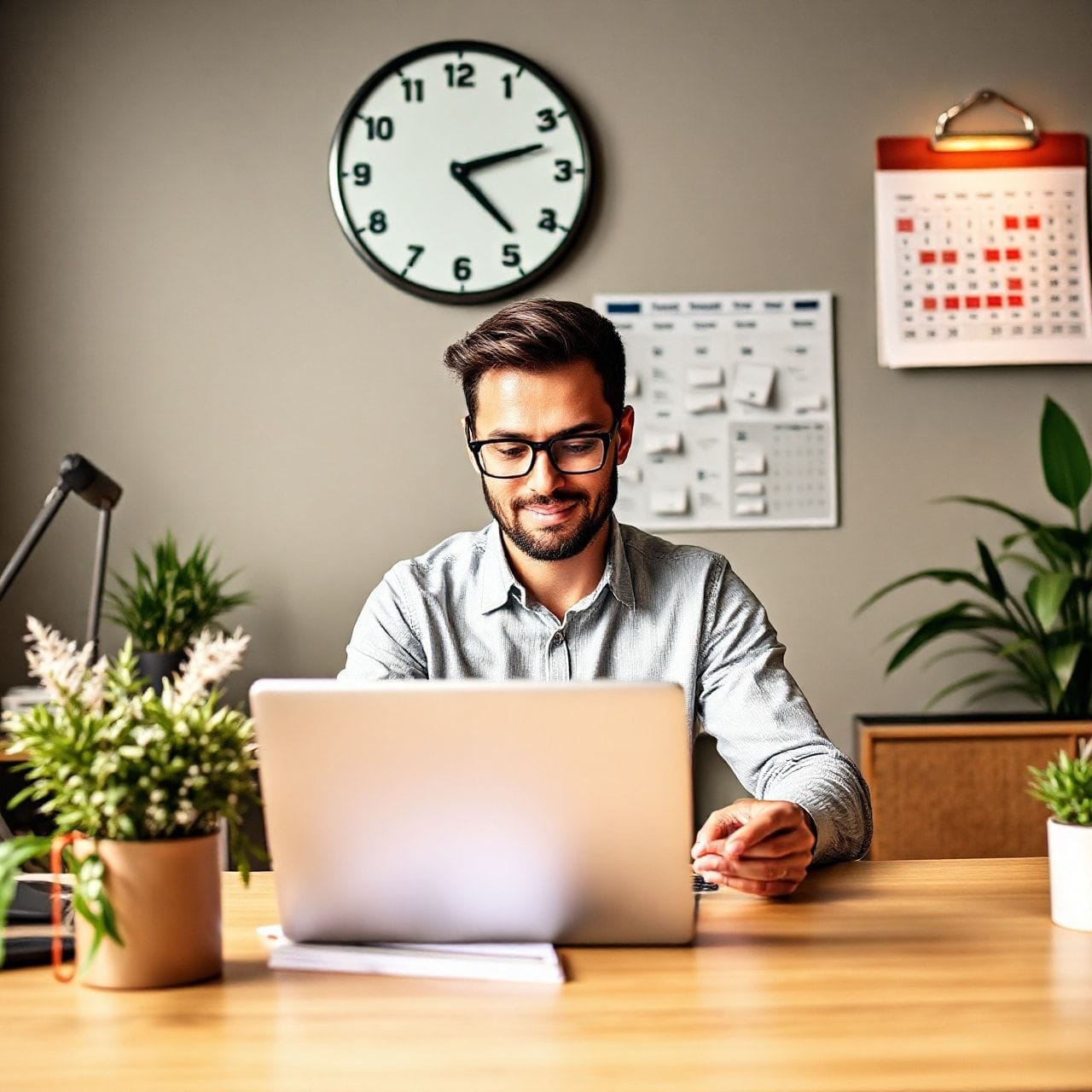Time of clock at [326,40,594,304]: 2:23
